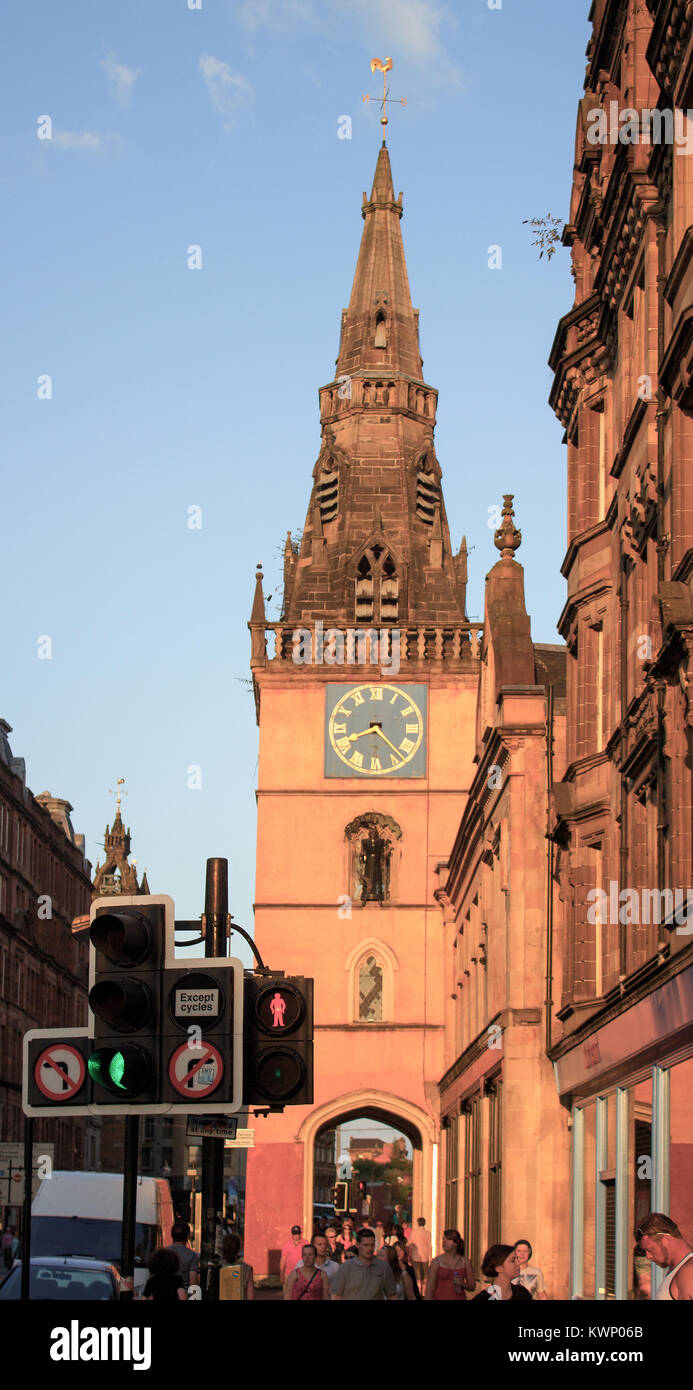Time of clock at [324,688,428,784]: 8:22
